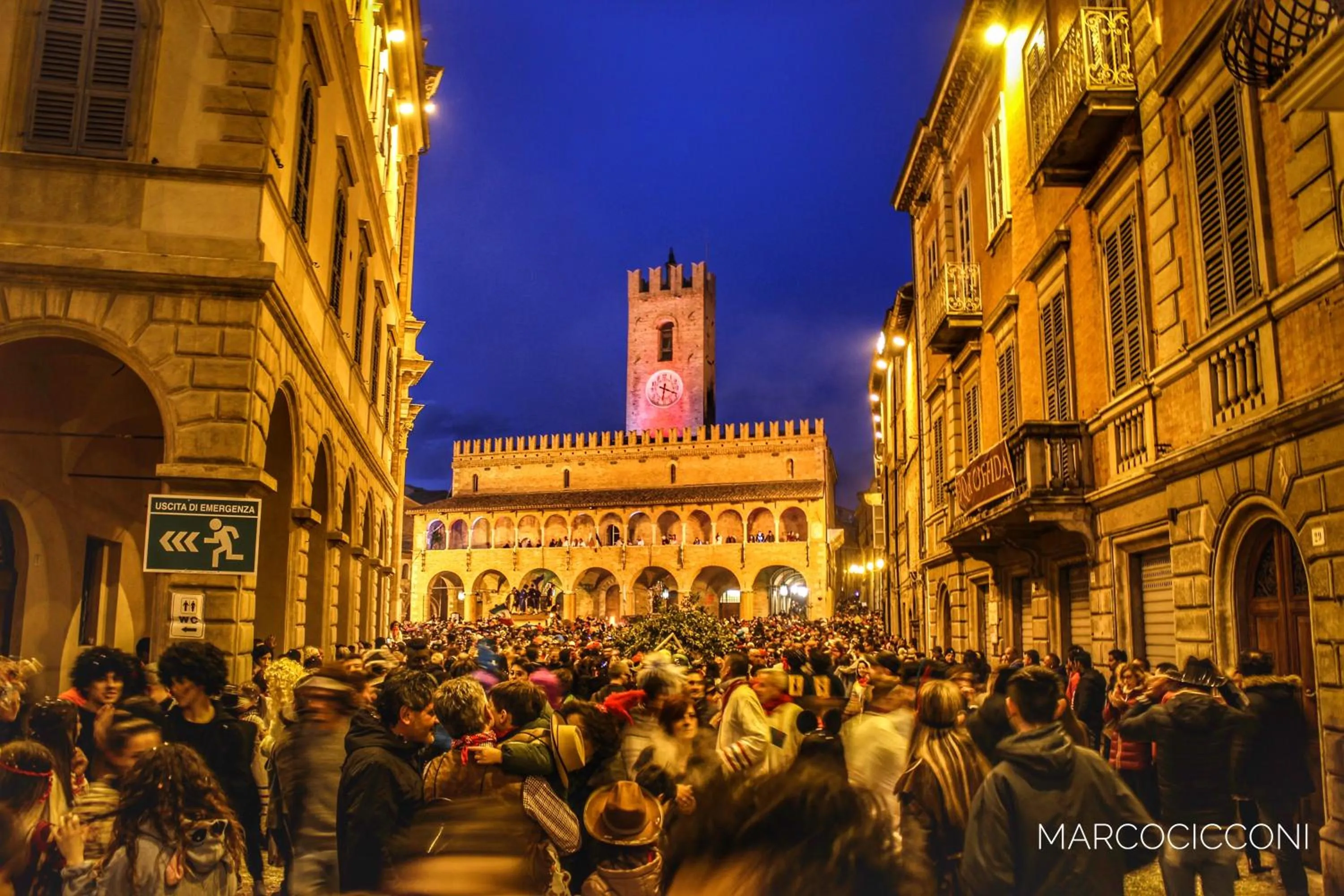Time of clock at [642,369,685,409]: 6:18
